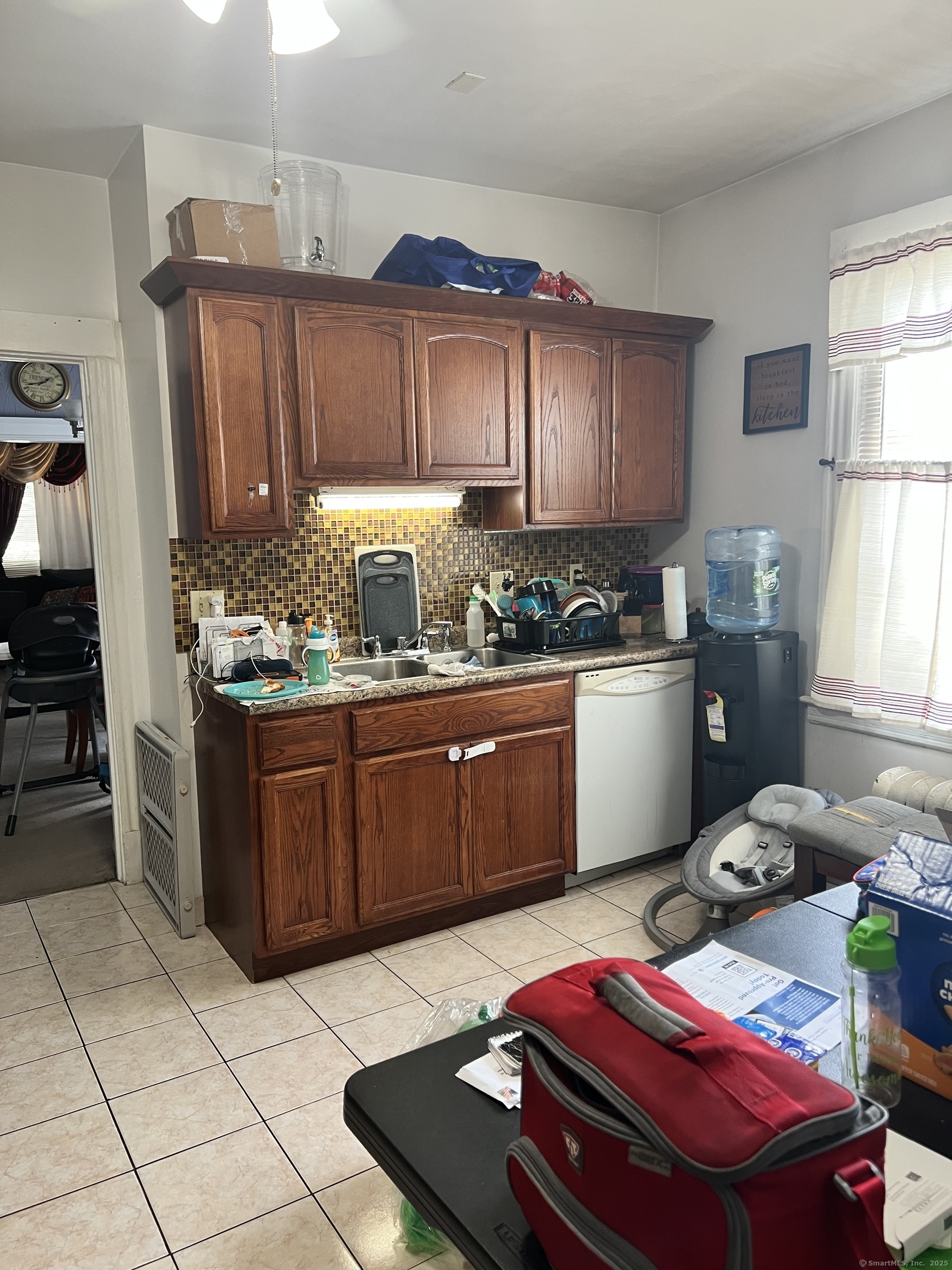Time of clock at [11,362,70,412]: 1:42
